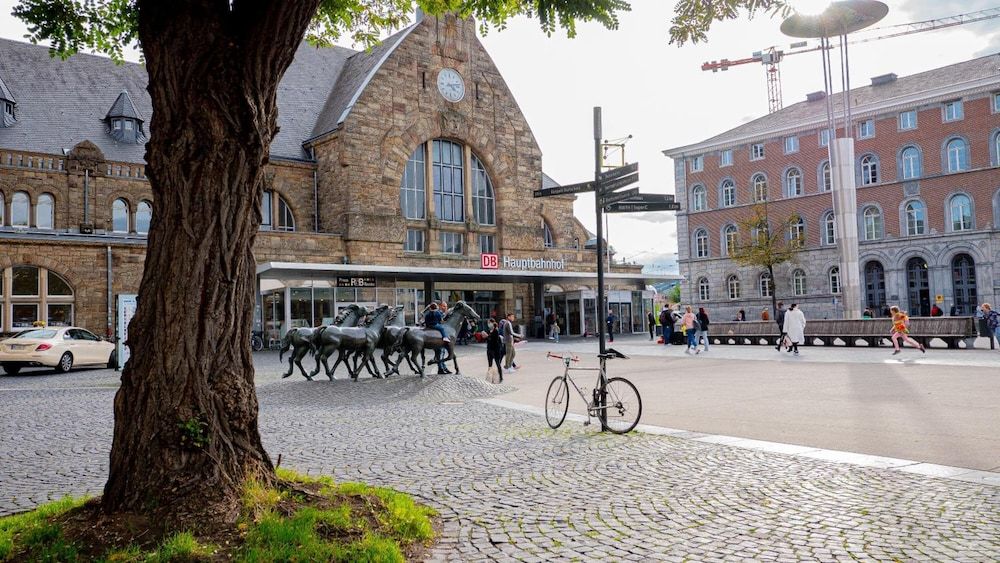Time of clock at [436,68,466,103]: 4:12
